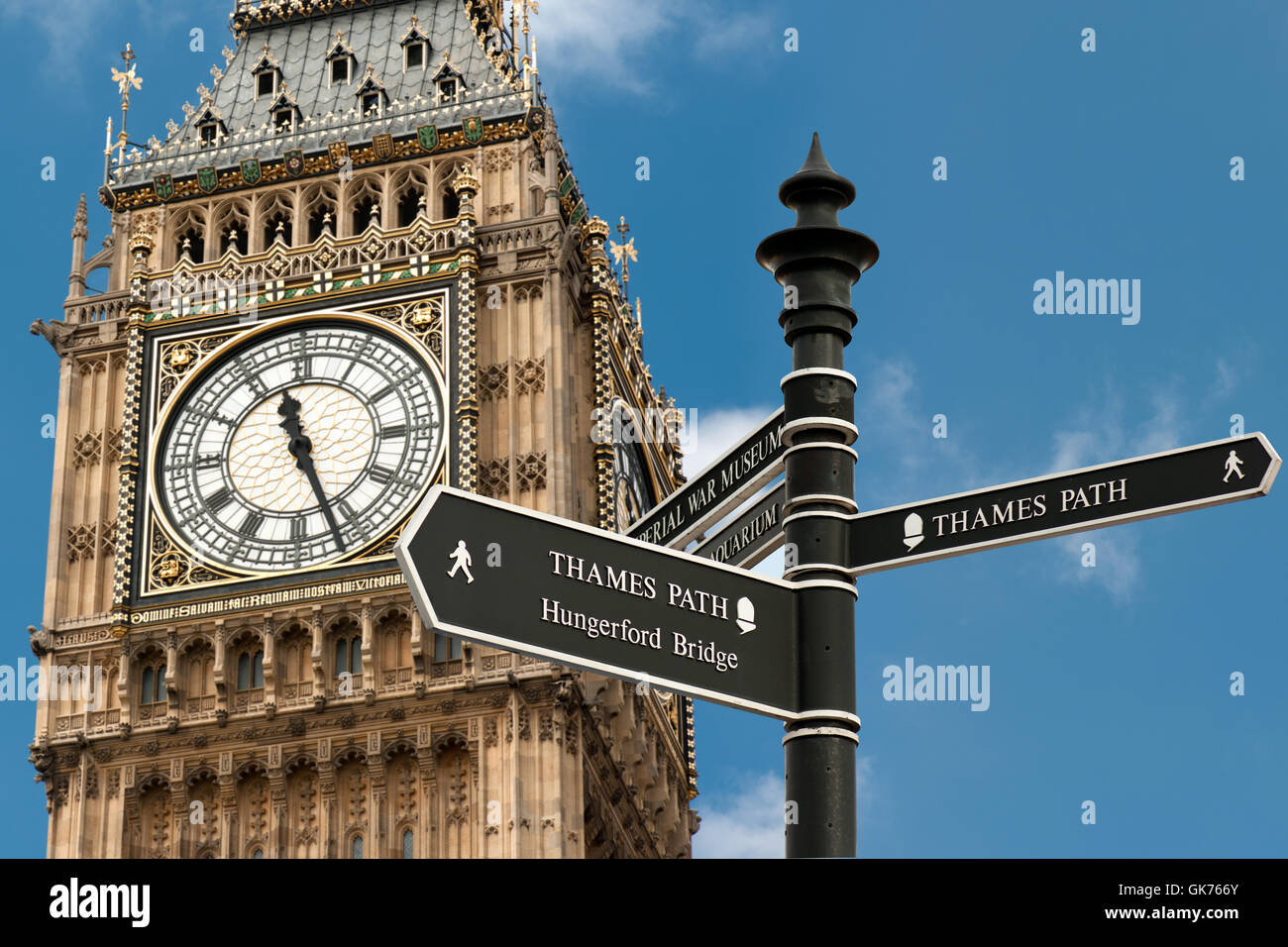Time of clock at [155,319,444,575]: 11:26
